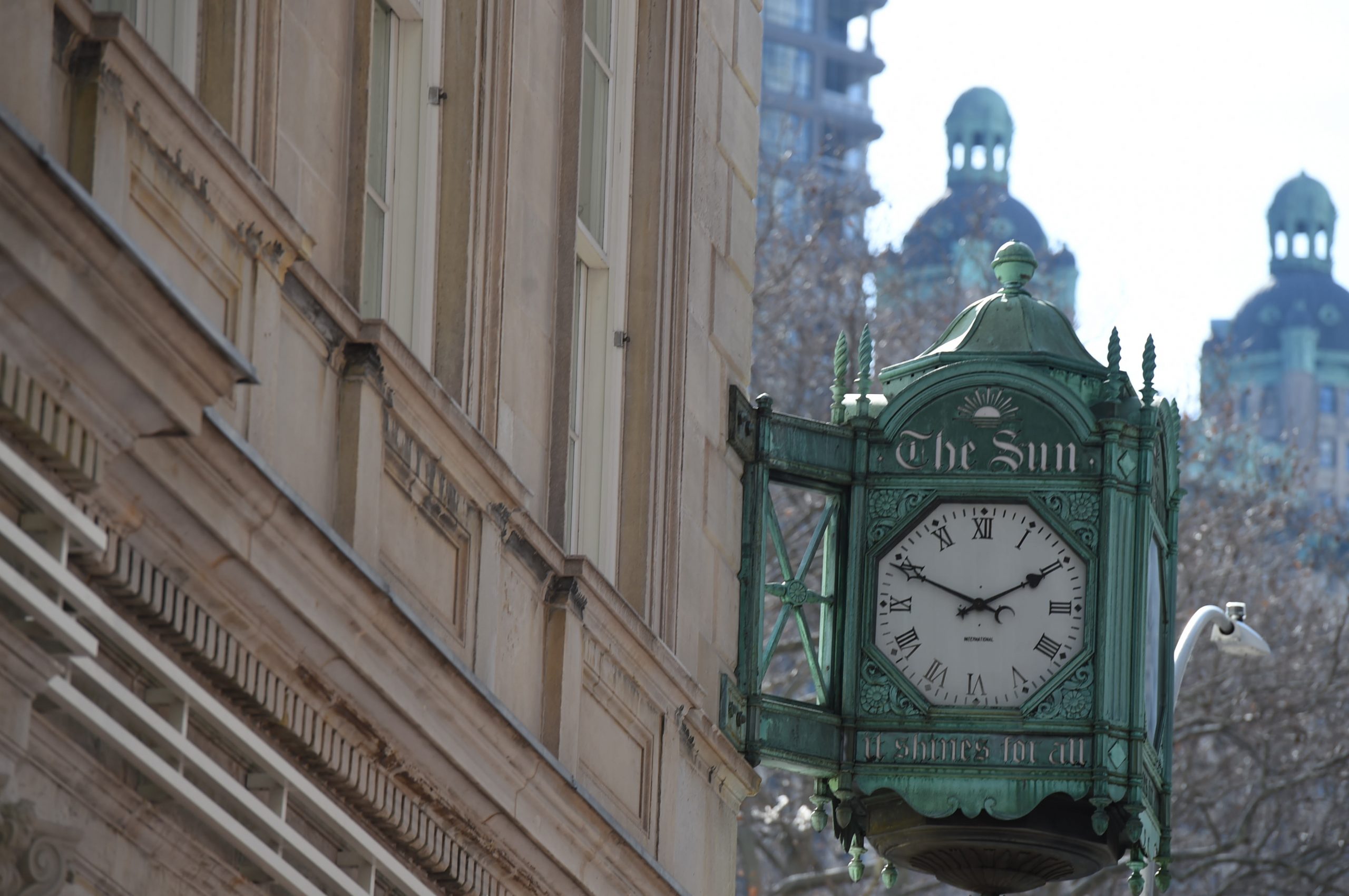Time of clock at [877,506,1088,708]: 1:49
